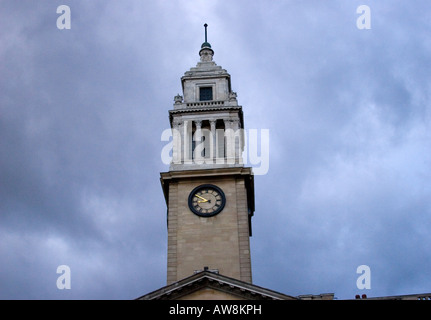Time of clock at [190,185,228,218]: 8:50
